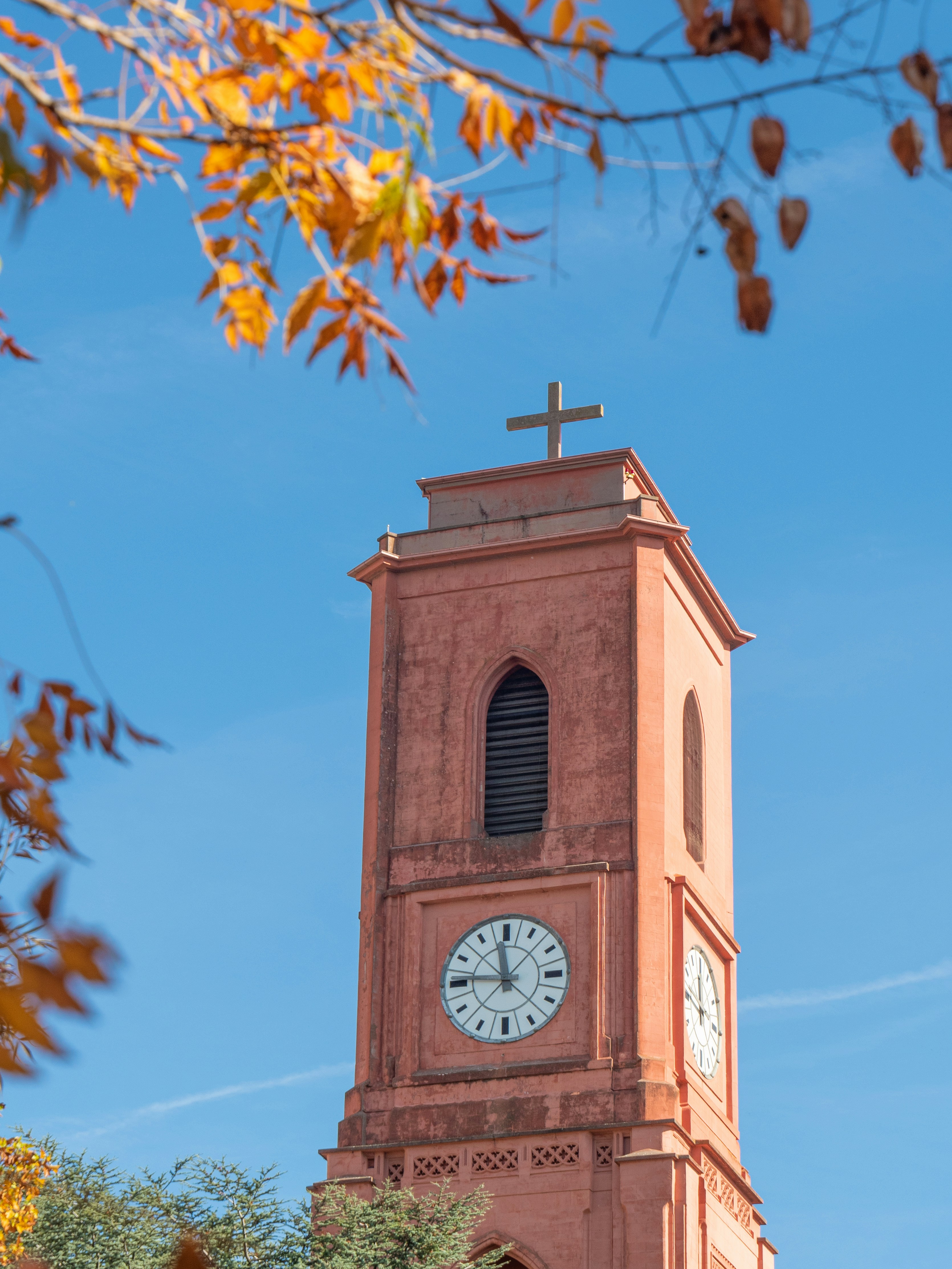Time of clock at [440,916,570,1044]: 11:45
